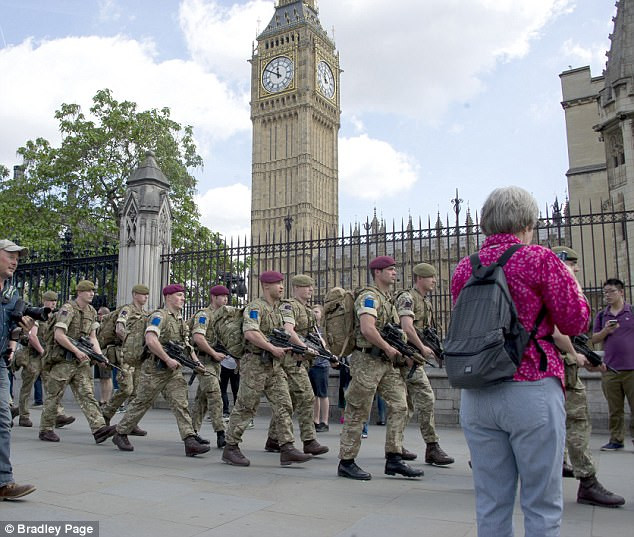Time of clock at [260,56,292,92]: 11:49
